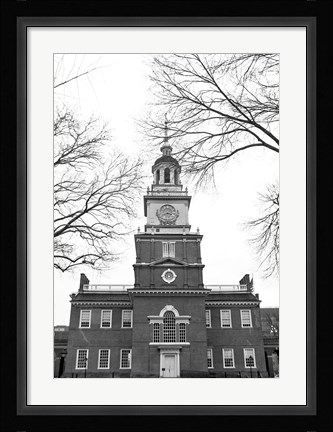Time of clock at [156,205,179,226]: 3:40
